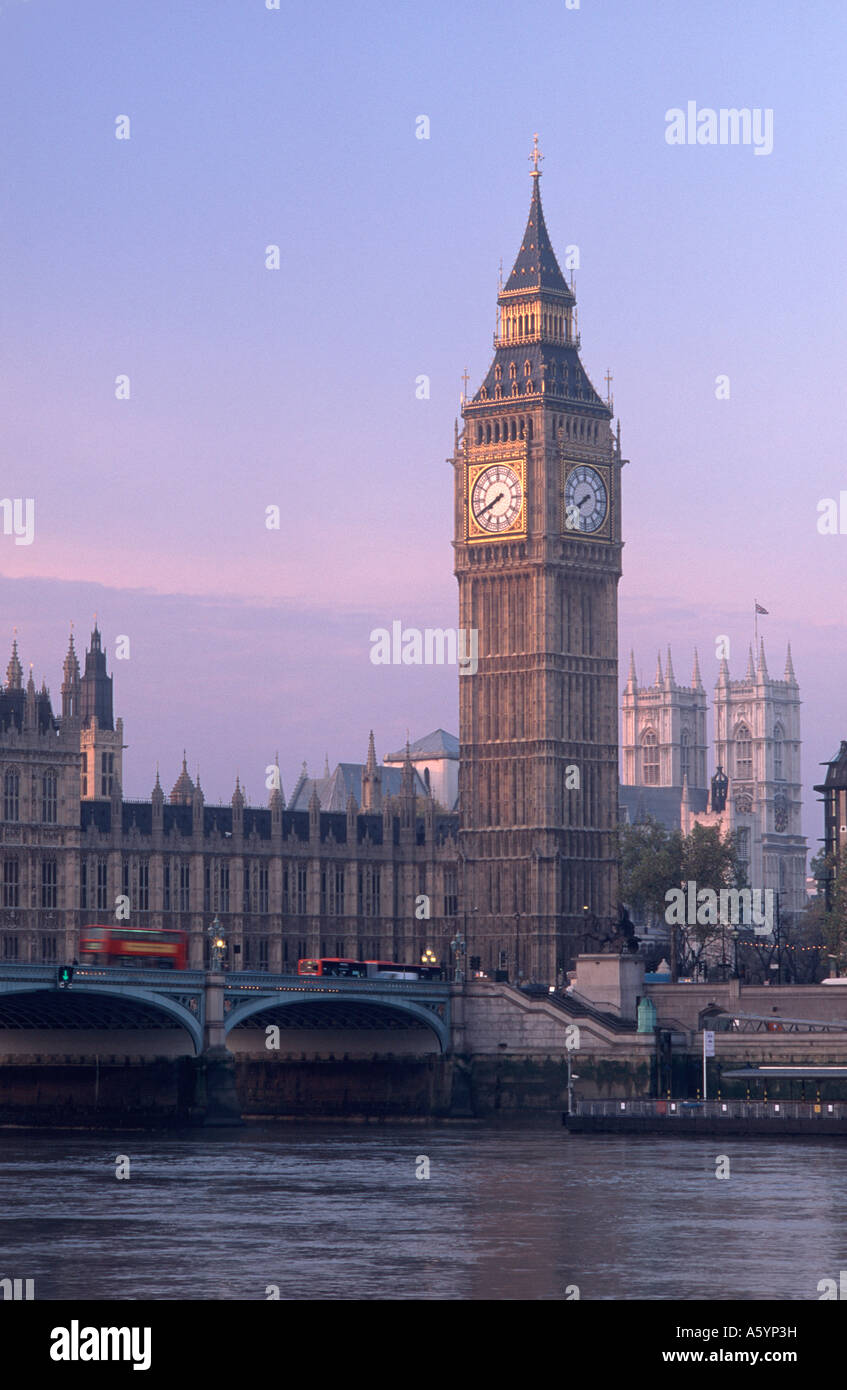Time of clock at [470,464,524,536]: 7:40
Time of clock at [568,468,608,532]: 7:40
